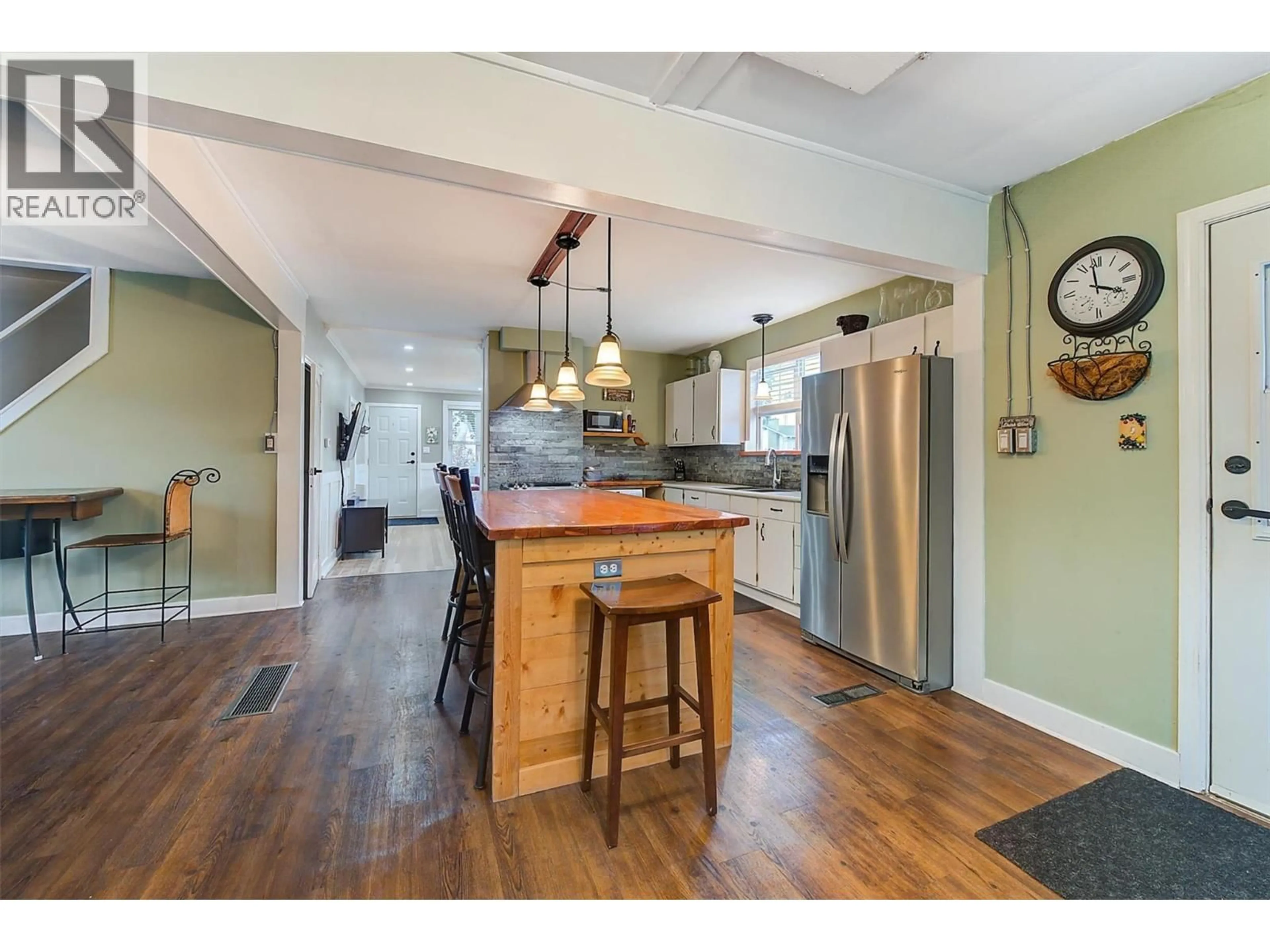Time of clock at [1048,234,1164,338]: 3:58
